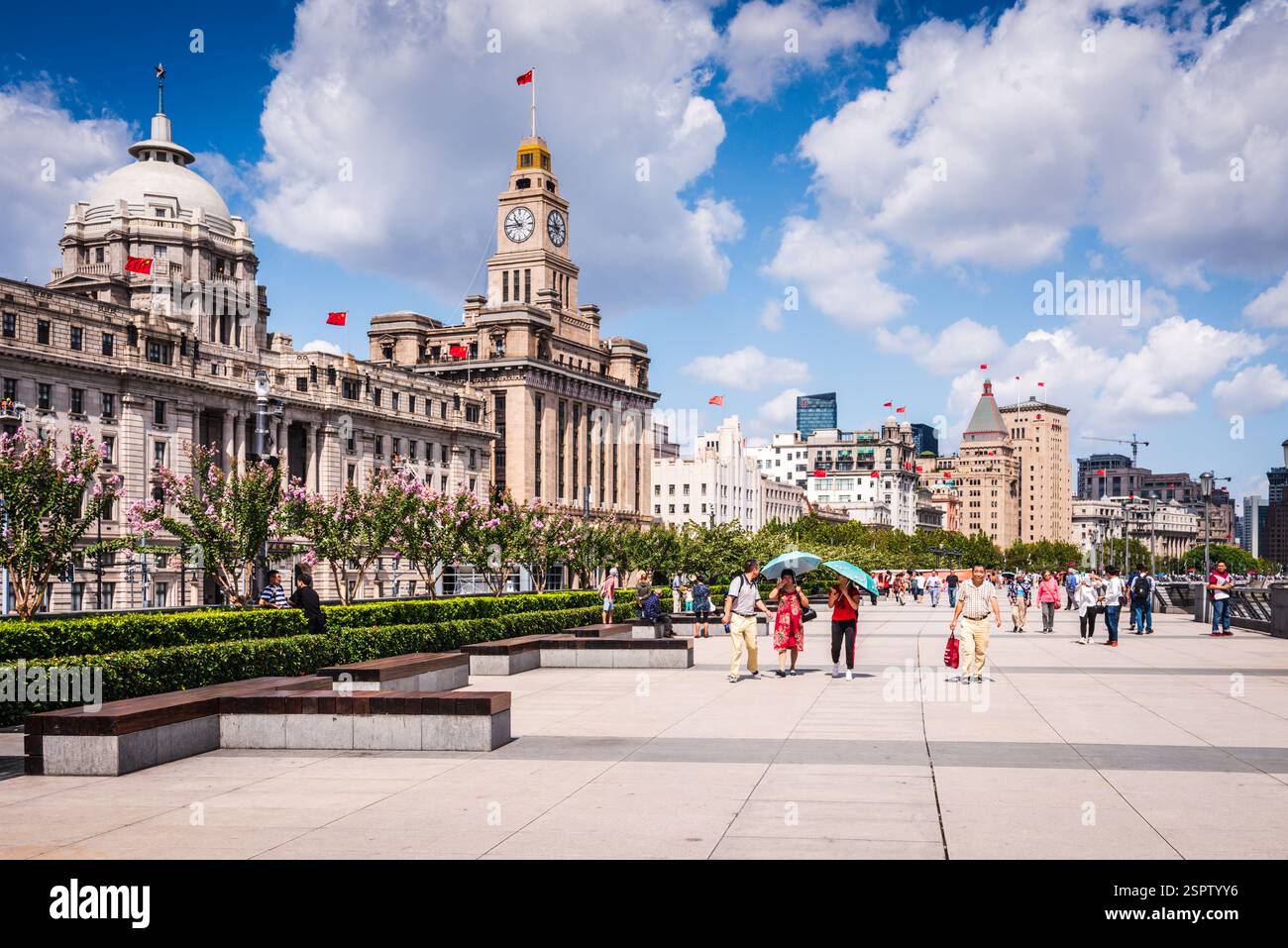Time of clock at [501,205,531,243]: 10:45
